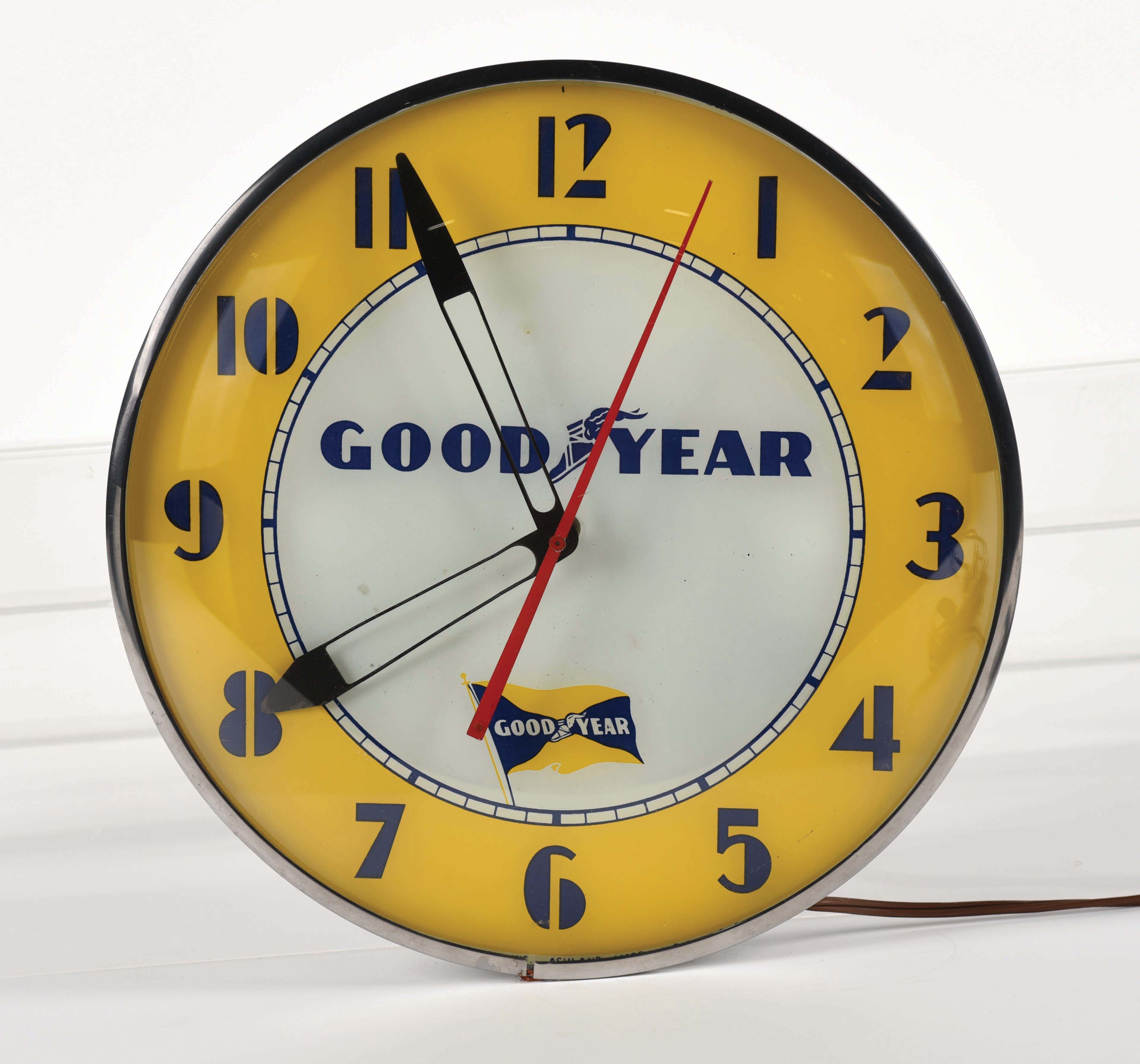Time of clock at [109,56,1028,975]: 7:55
